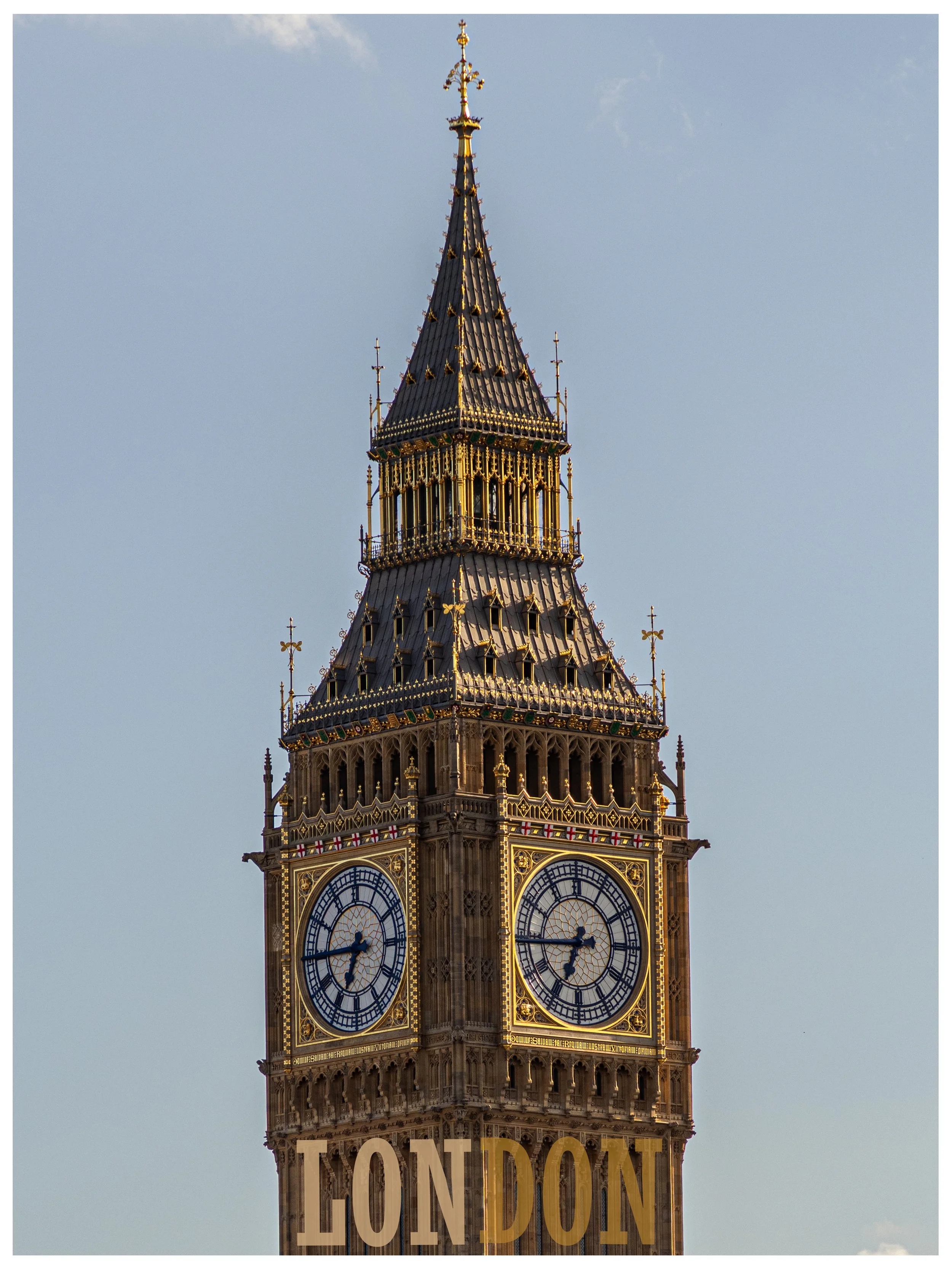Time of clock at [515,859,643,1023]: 6:44
